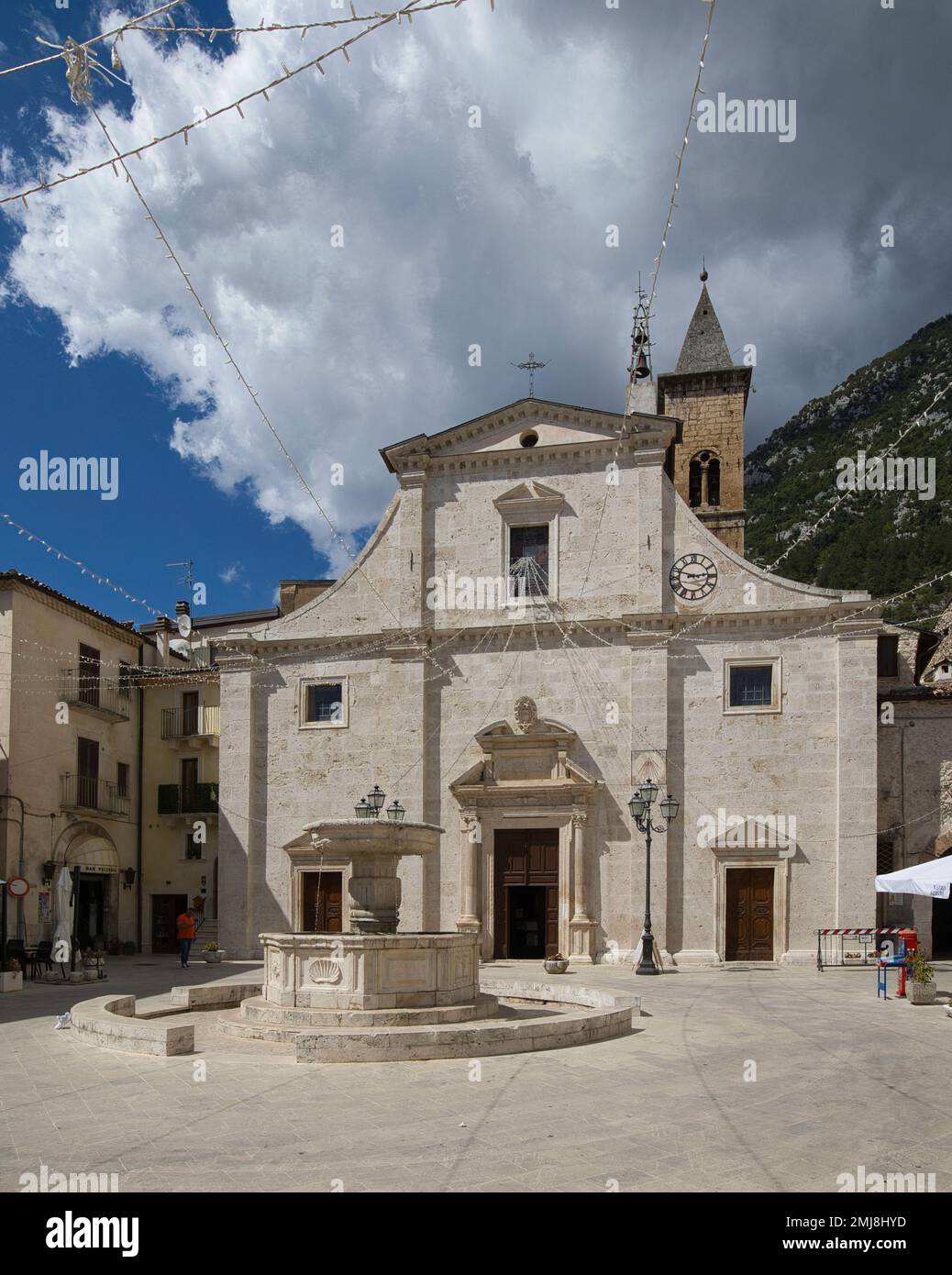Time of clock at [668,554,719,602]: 2:48
